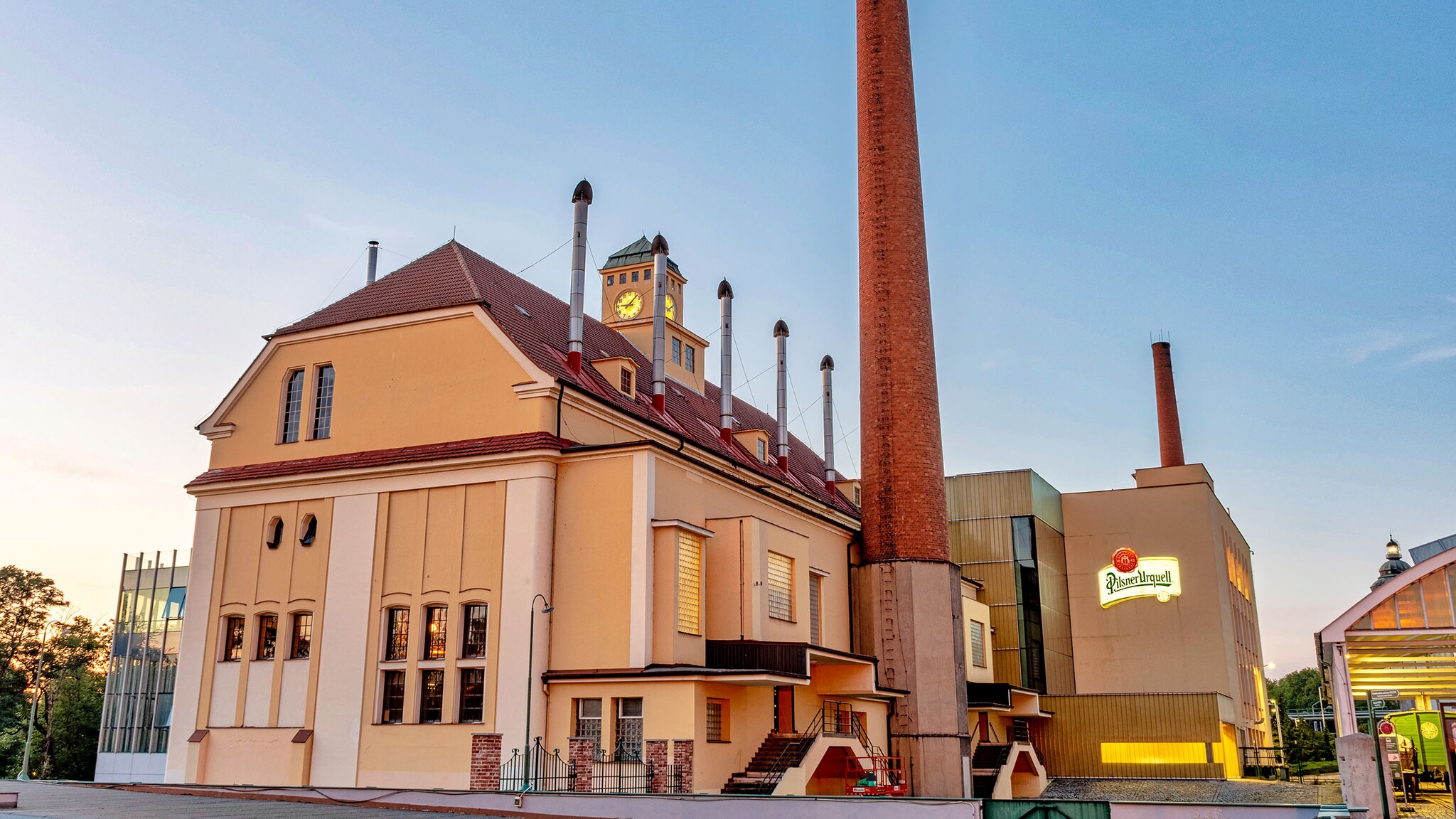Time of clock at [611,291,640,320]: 9:07
